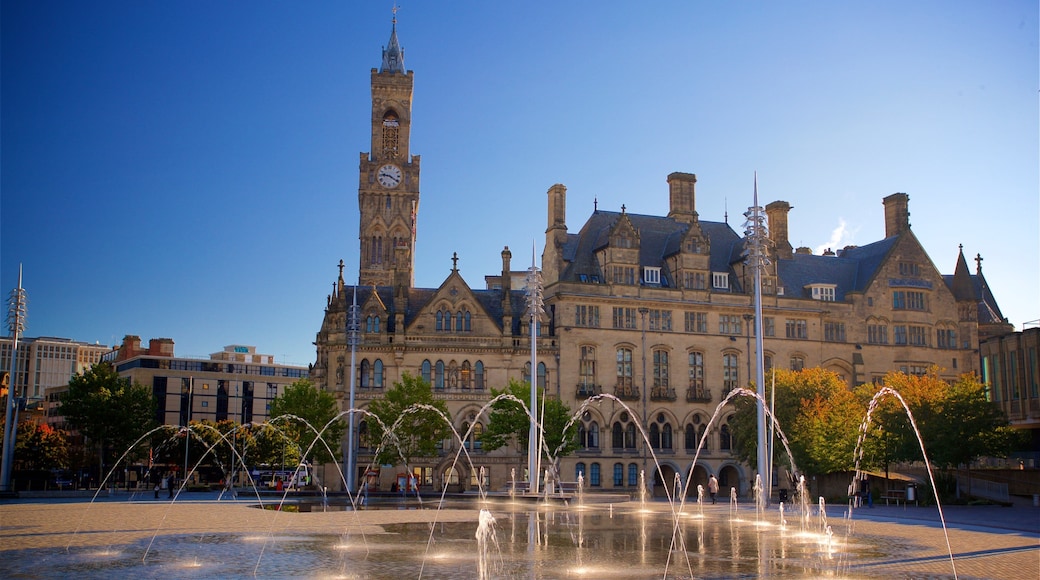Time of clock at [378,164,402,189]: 9:20
